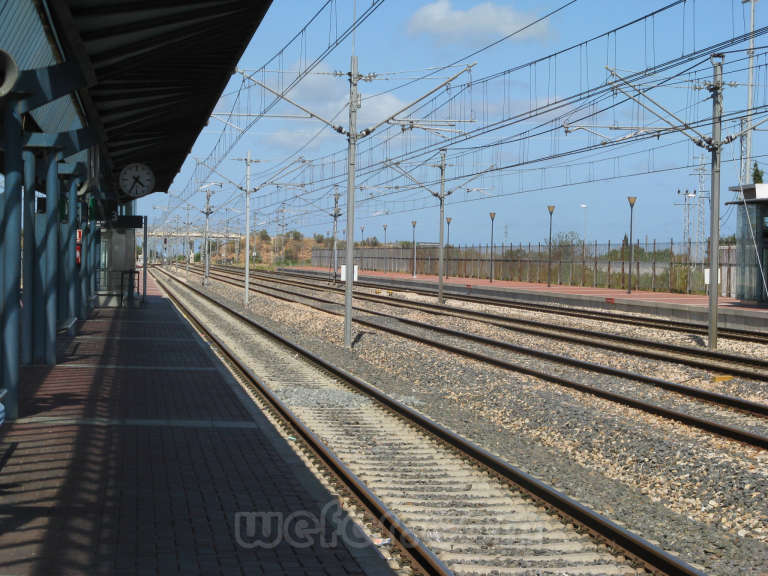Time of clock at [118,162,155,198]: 4:35
